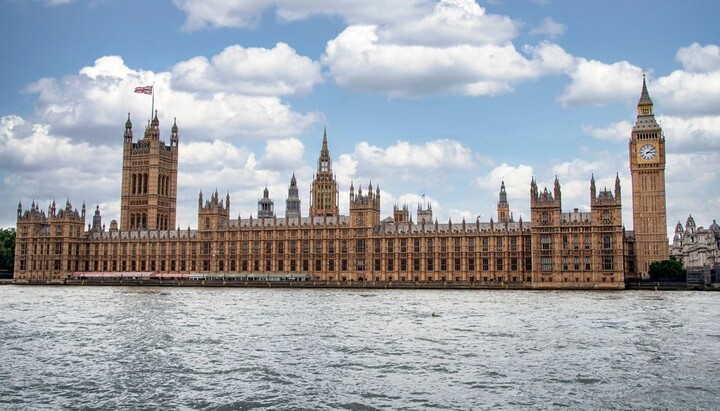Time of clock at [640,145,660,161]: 3:08
